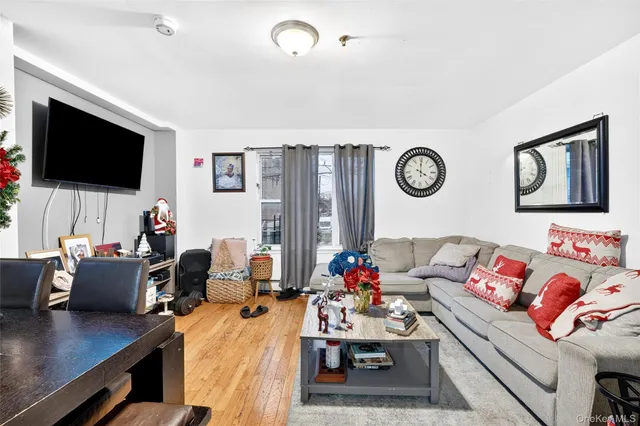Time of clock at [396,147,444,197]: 4:00
